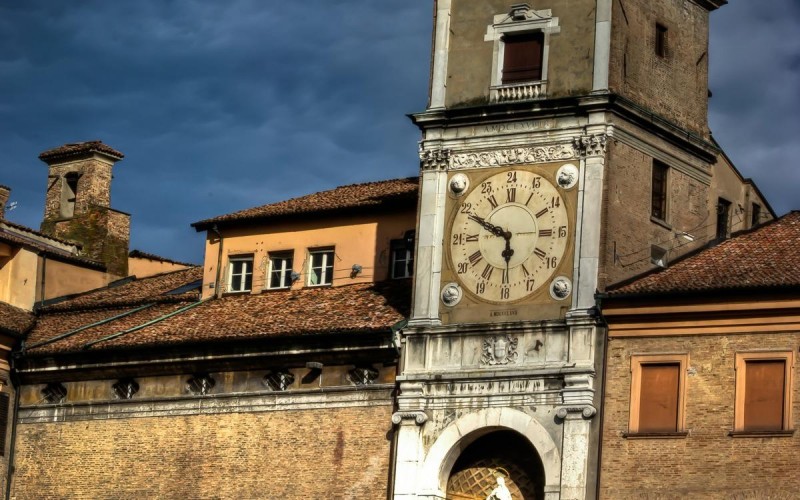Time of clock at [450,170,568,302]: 5:49
